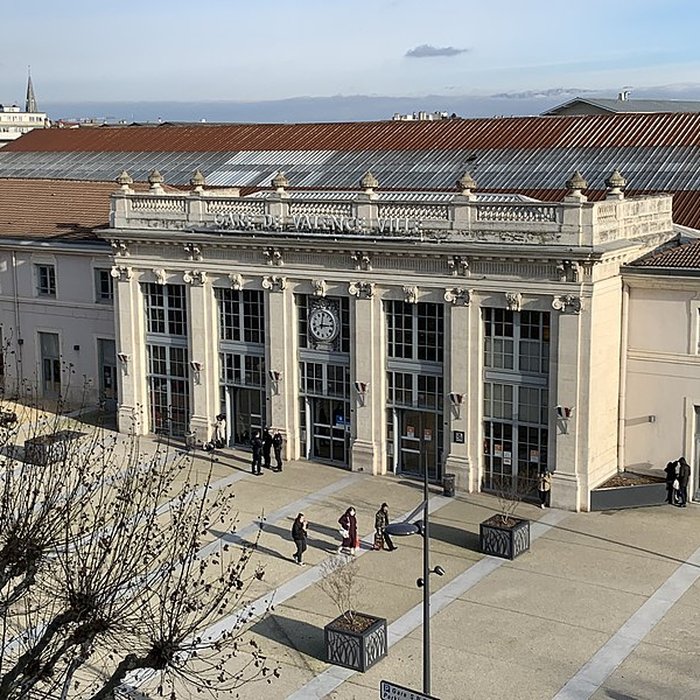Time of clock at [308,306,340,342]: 3:00
